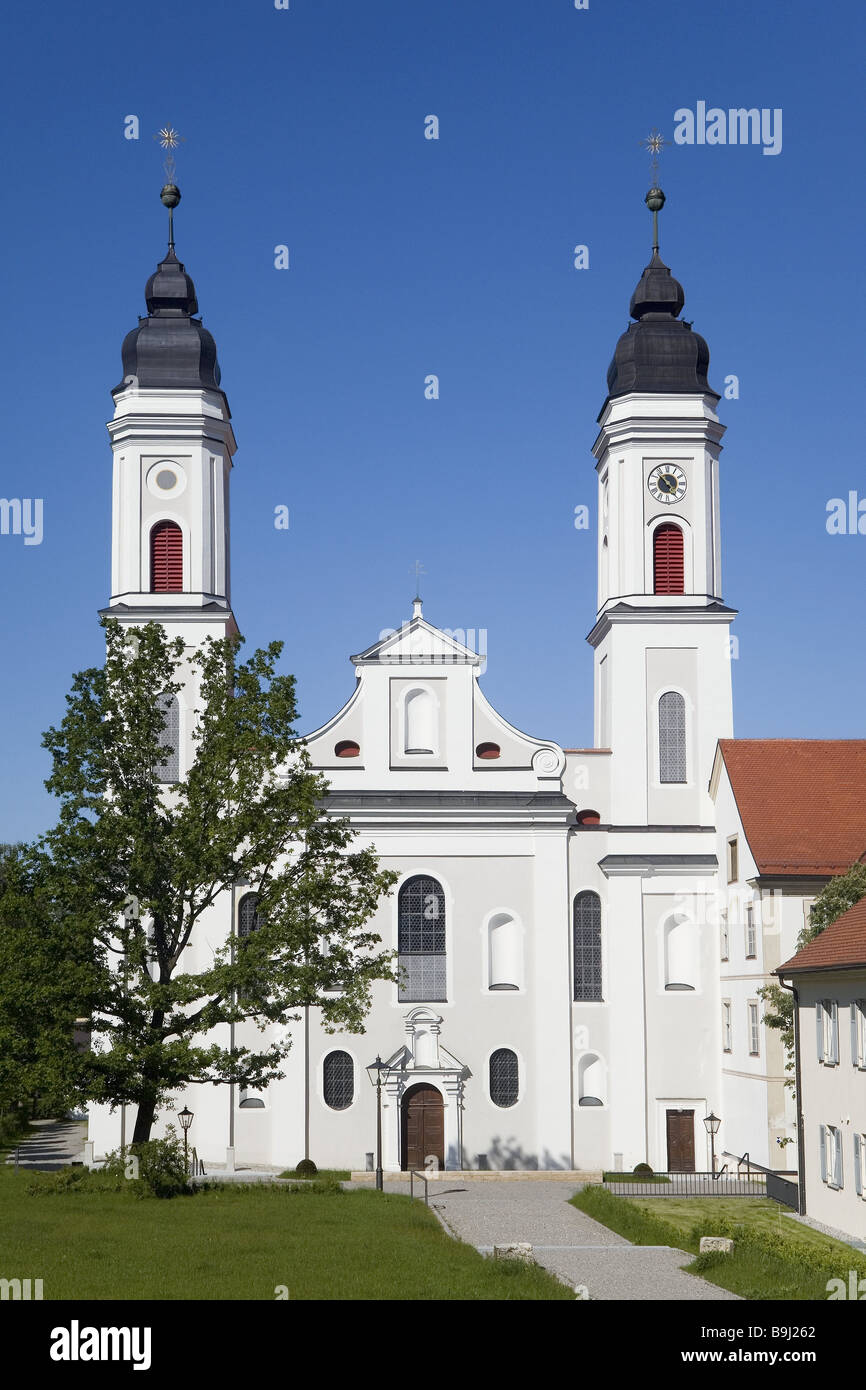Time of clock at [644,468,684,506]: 4:52
